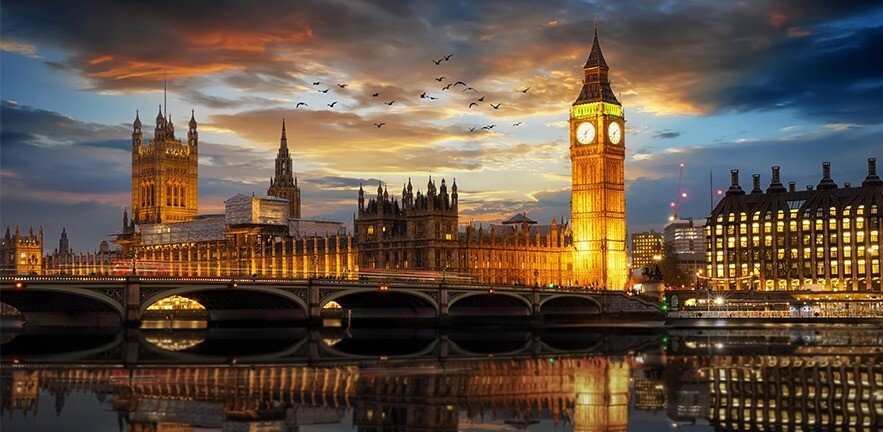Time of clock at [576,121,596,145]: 6:07
